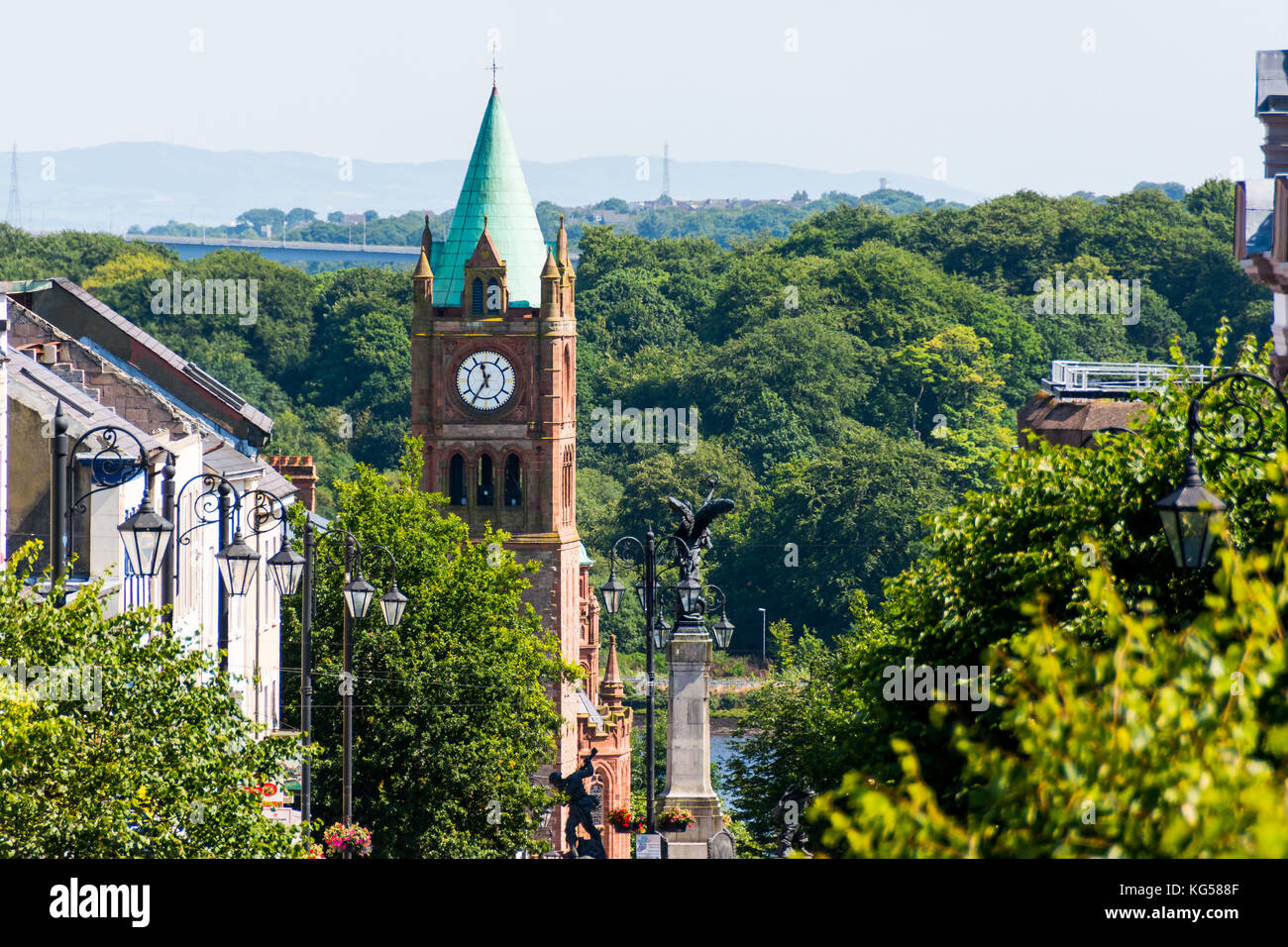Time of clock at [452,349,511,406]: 11:35
